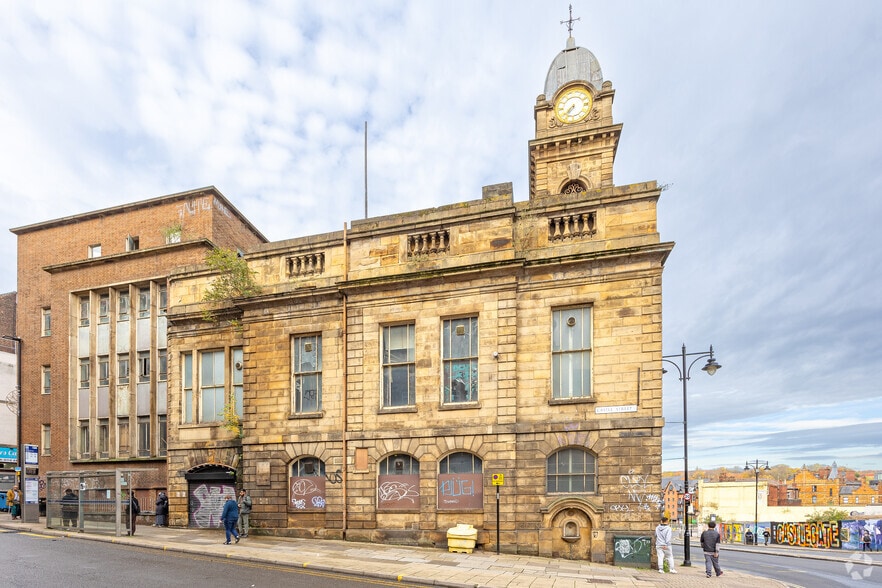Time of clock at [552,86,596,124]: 7:36
